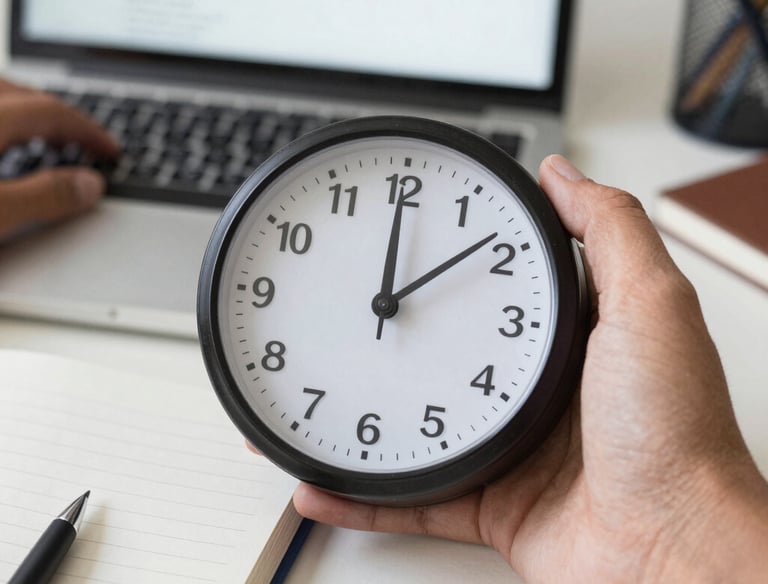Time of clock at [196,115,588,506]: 12:08
